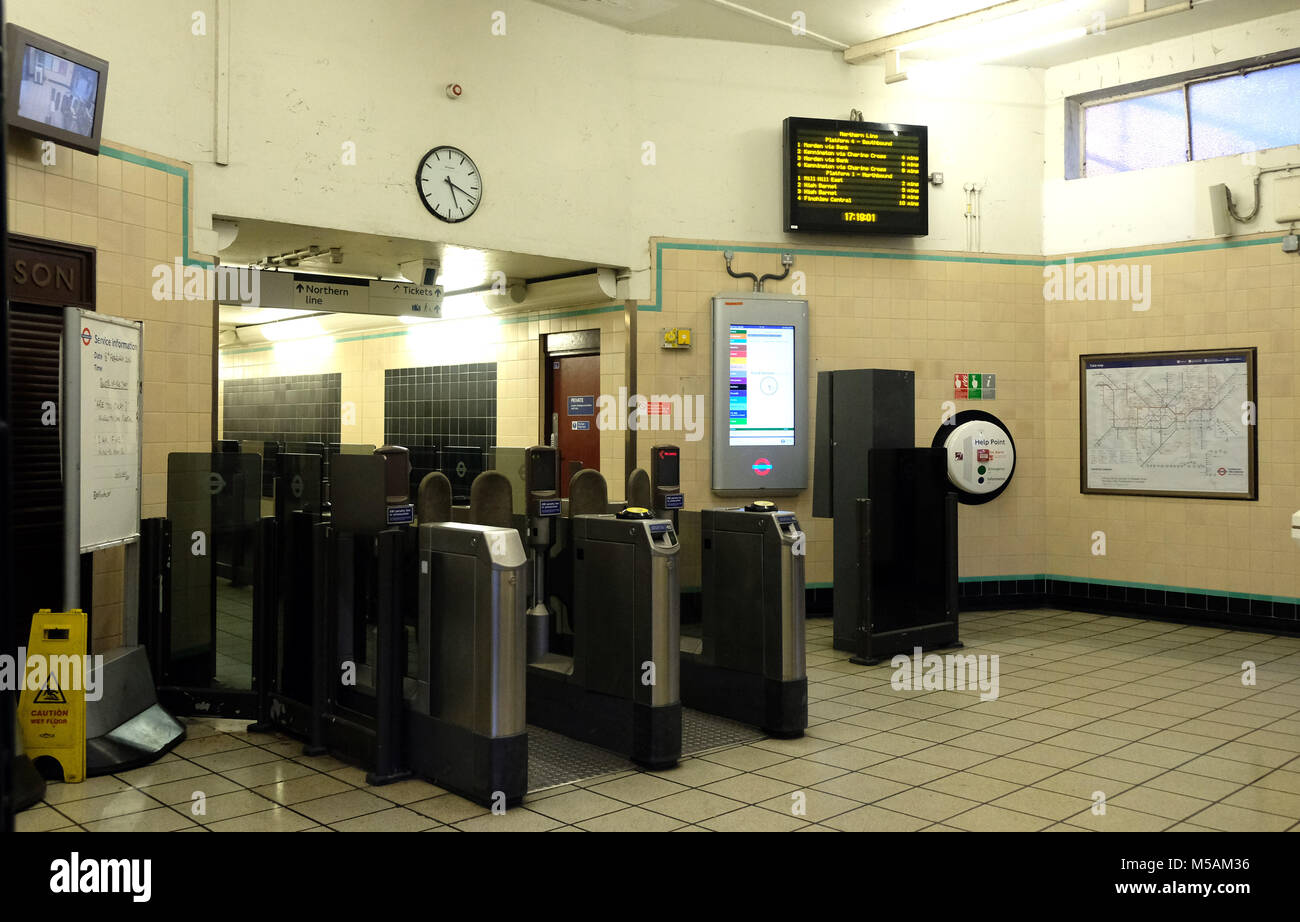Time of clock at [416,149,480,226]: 5:18
